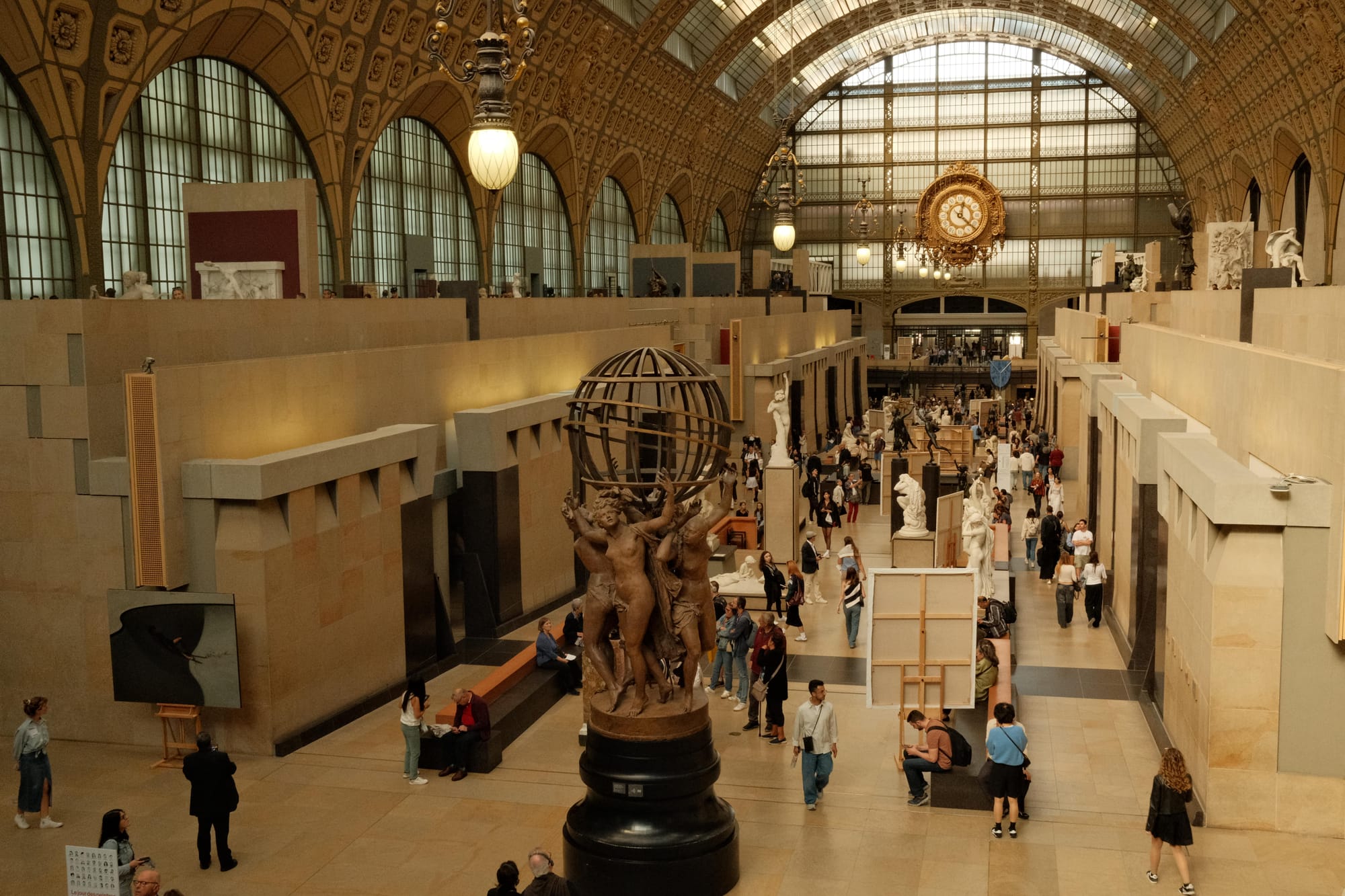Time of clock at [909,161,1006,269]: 12:22
